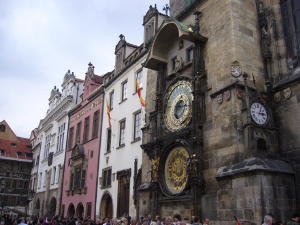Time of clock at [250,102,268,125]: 3:04
